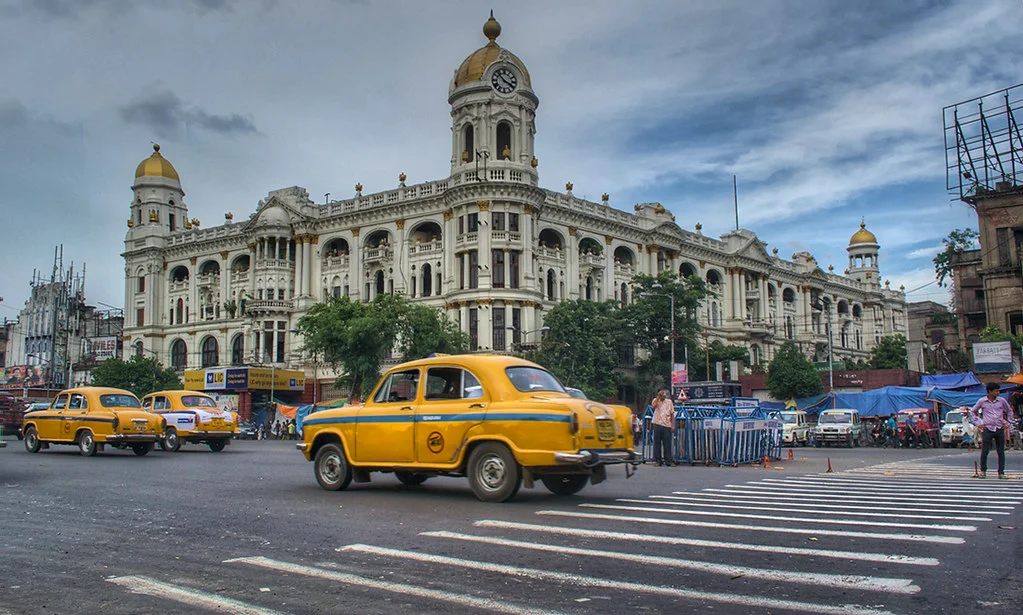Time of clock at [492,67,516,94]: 3:52
